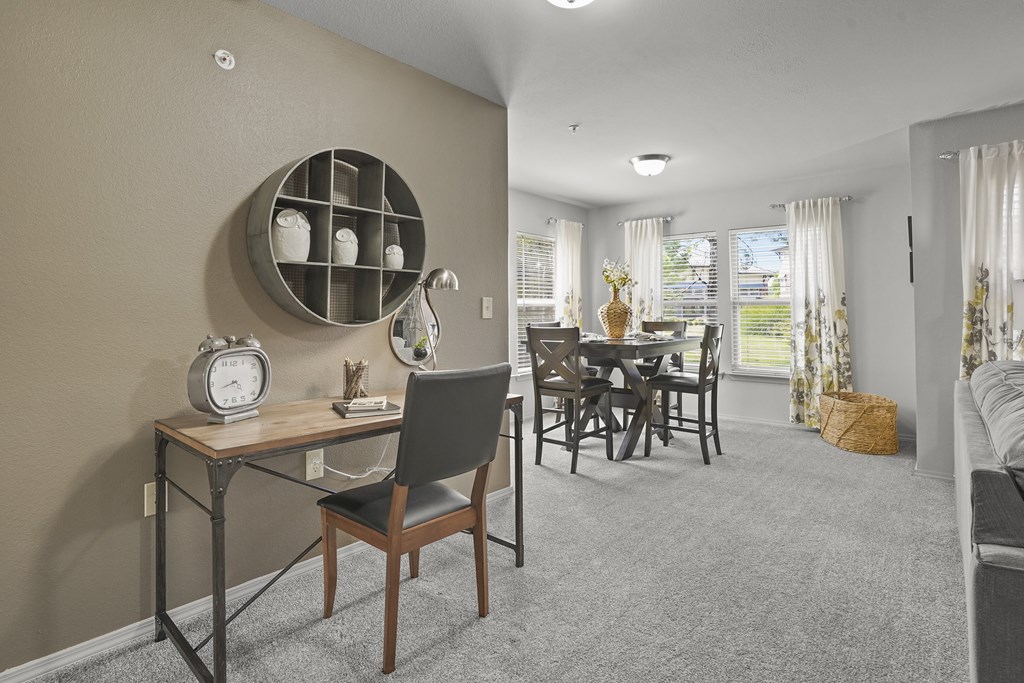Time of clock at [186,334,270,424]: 4:42
